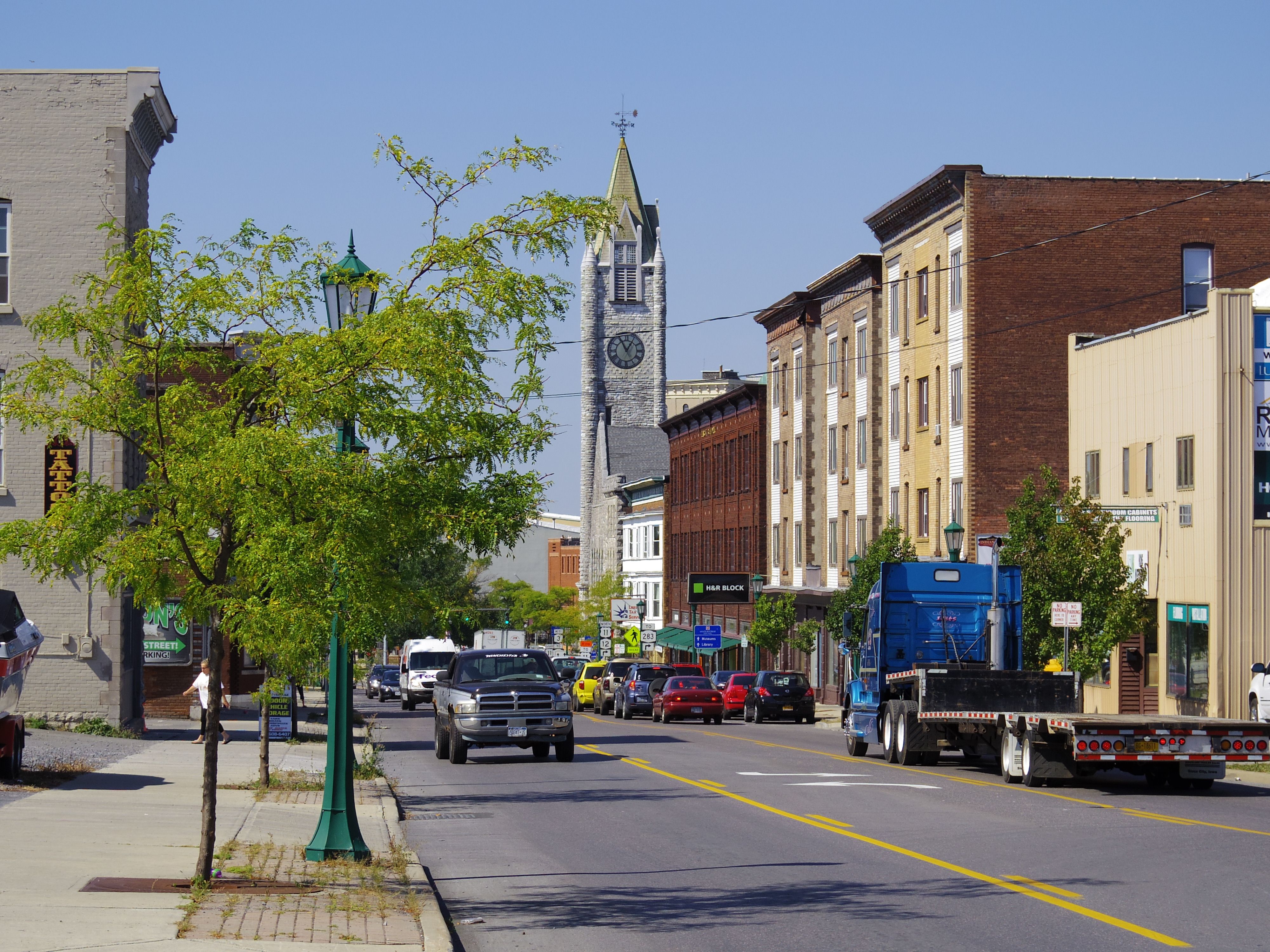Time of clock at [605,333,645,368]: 12:55
